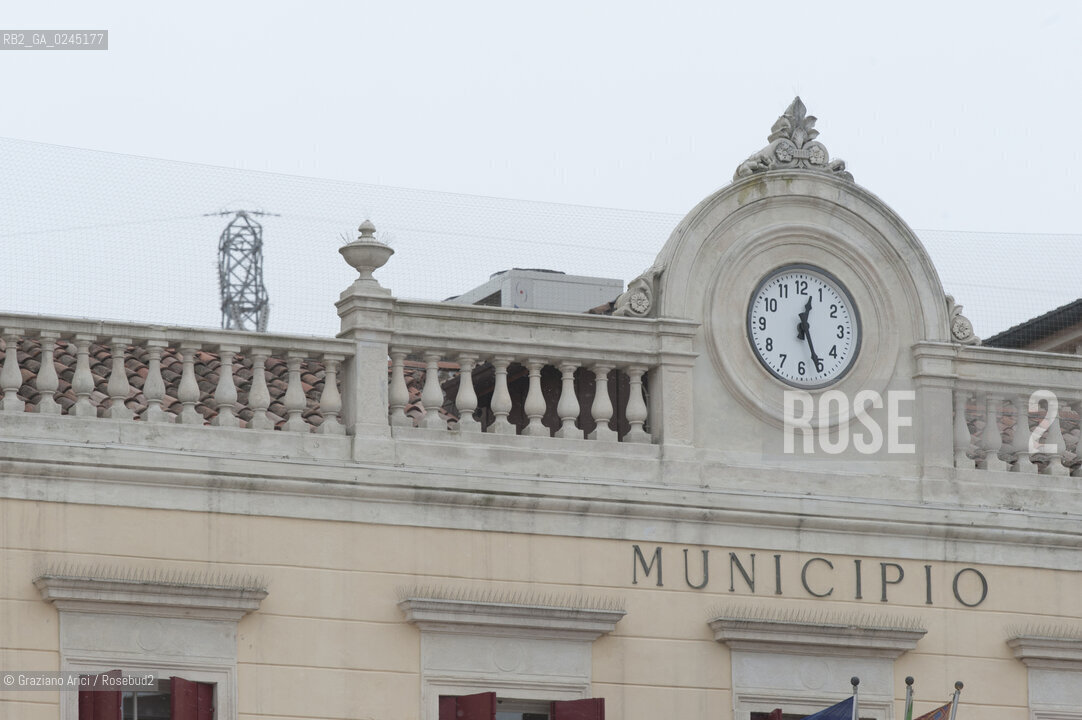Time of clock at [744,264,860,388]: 12:26
